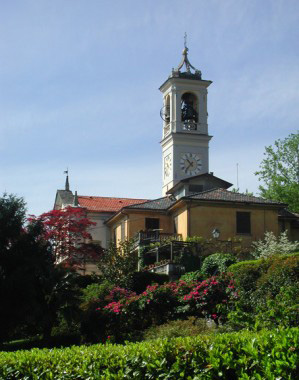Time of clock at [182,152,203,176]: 10:36
